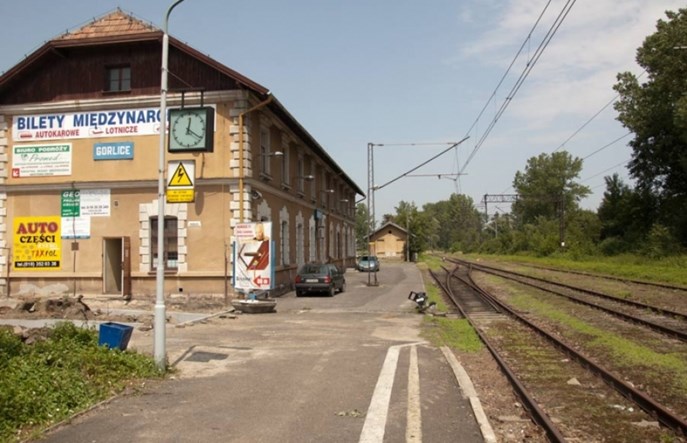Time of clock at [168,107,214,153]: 12:20
